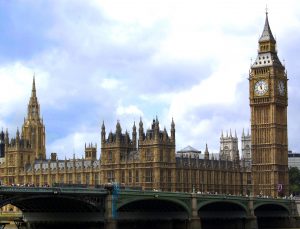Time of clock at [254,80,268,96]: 11:55
